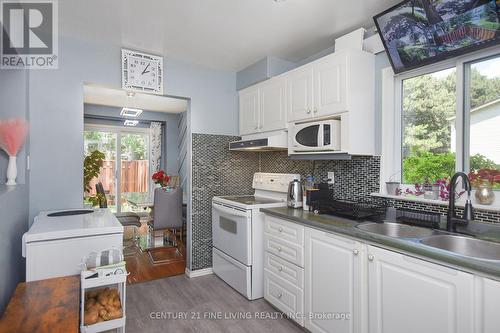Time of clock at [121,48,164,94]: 2:05
